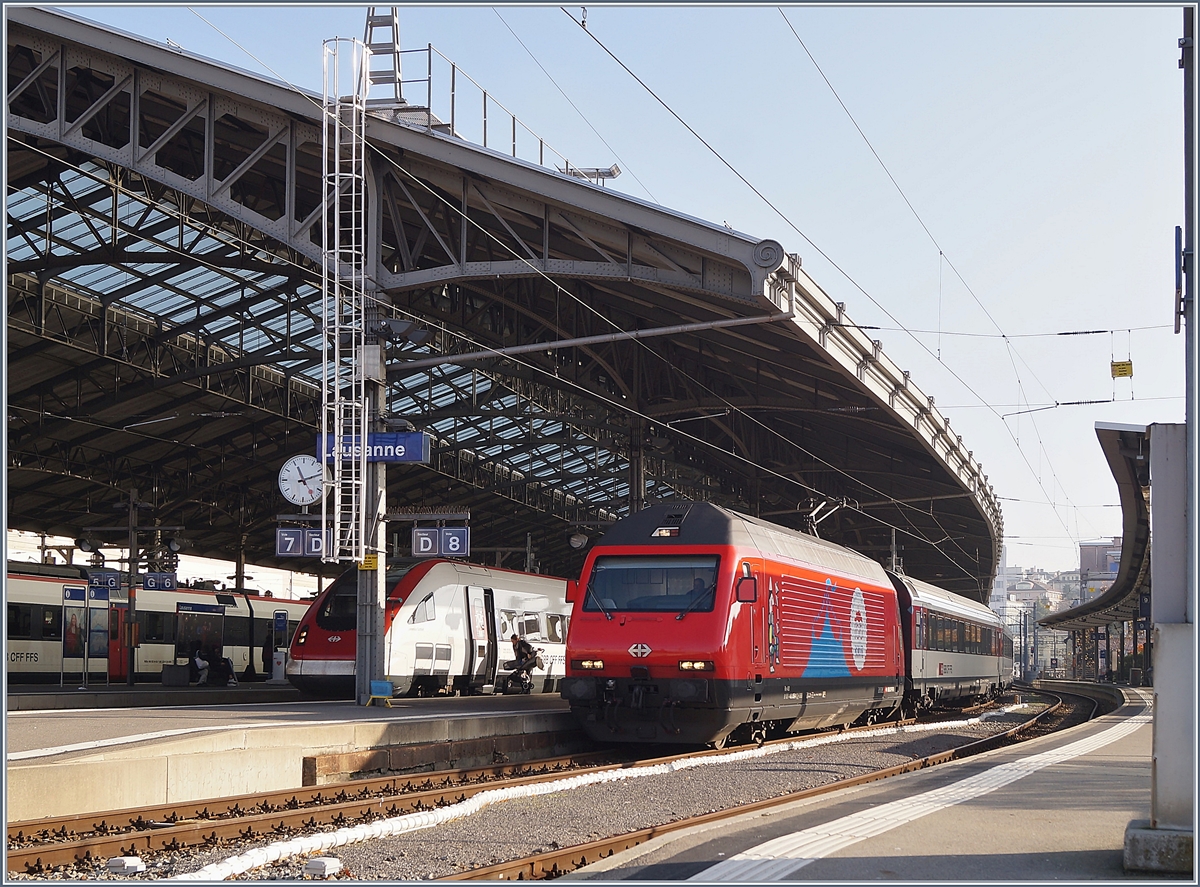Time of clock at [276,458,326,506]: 11:12
